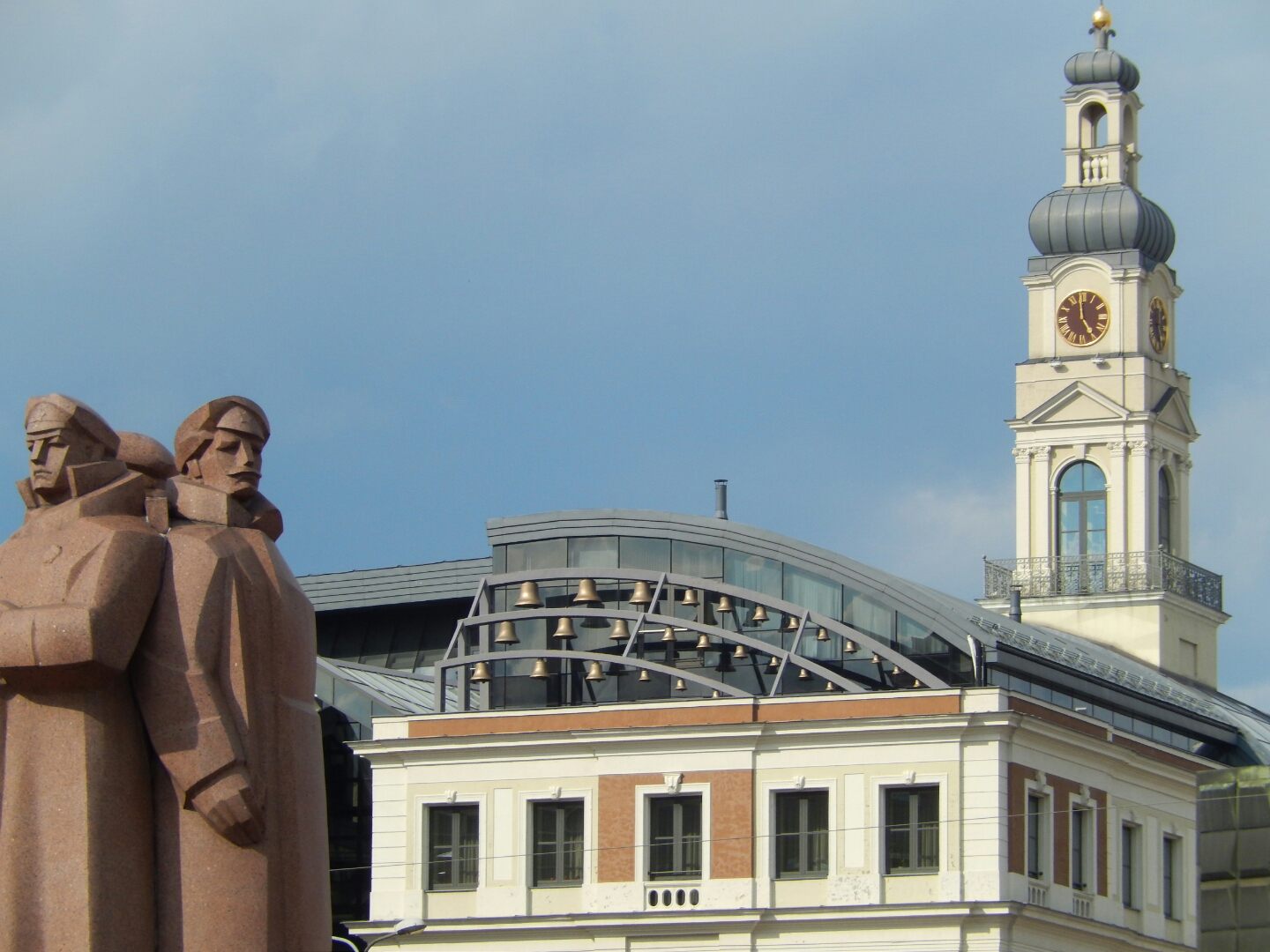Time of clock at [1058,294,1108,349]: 4:59
